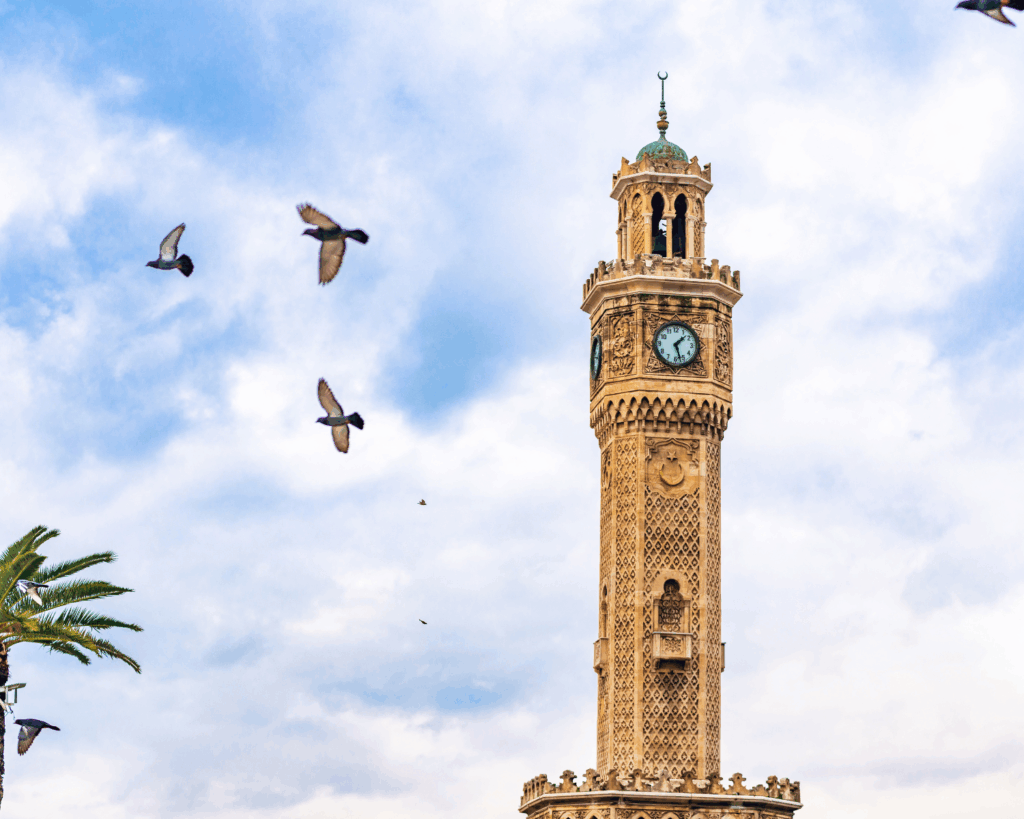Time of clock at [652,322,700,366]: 1:27
